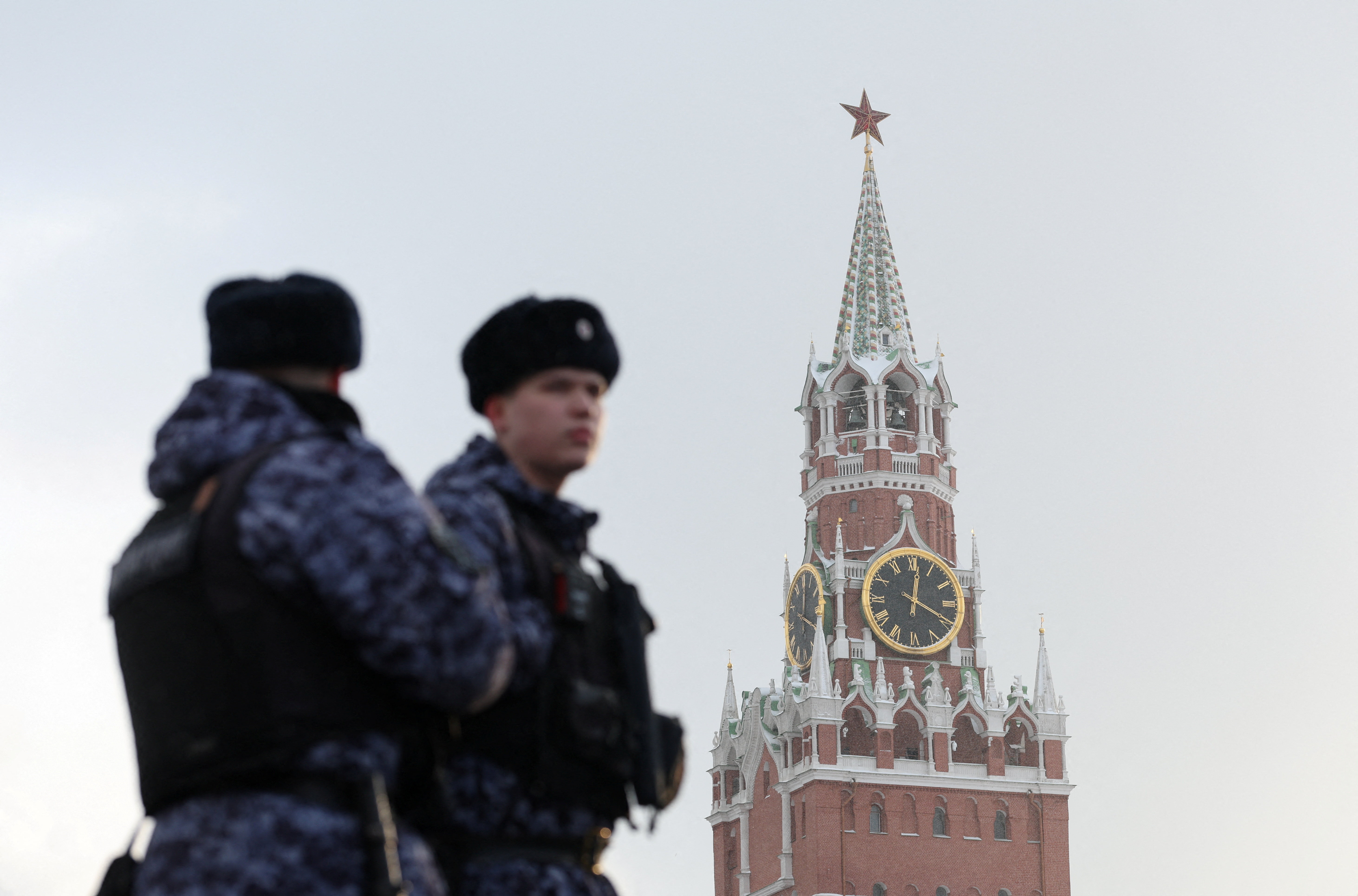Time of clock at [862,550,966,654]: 12:19
